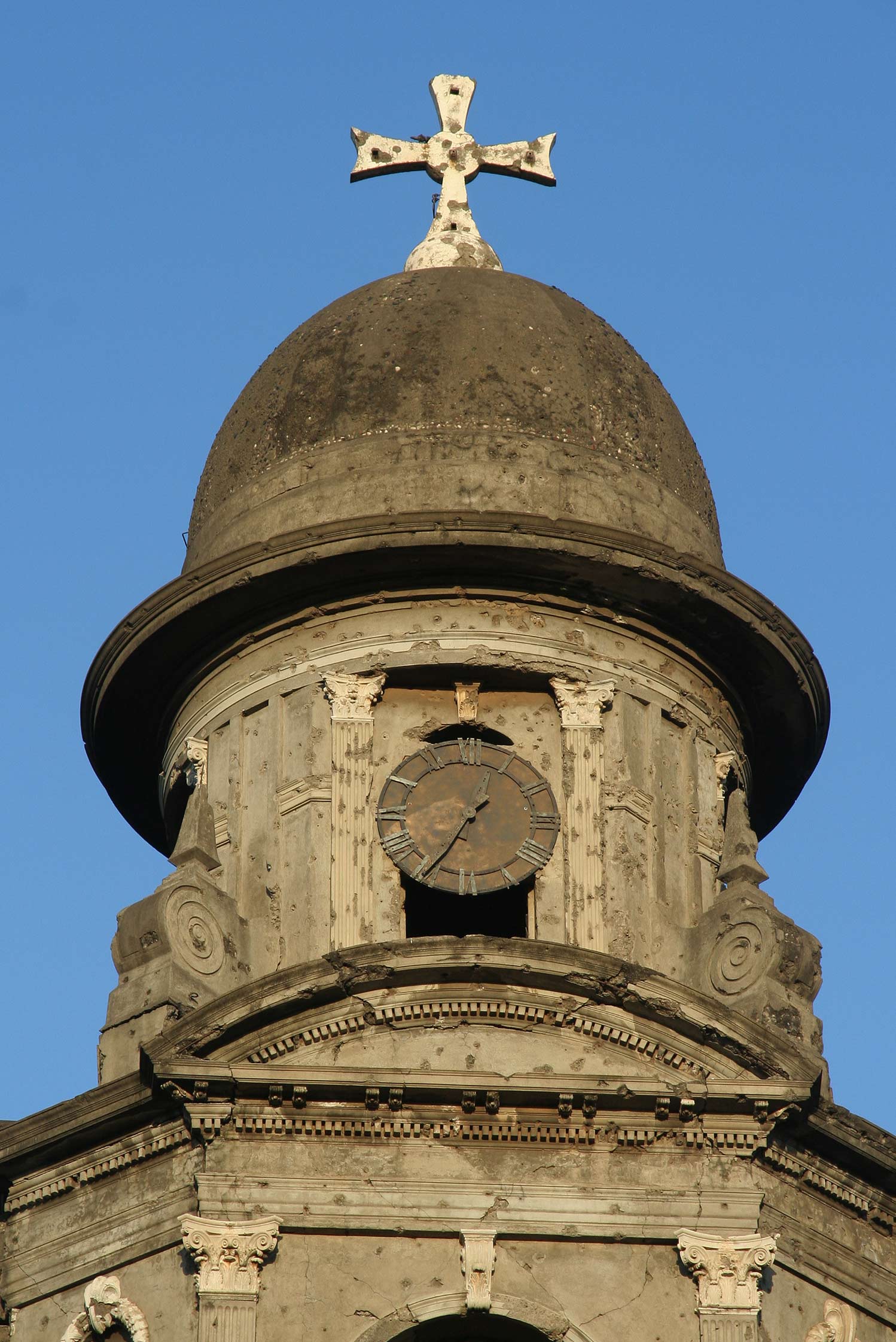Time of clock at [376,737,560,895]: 1:34
